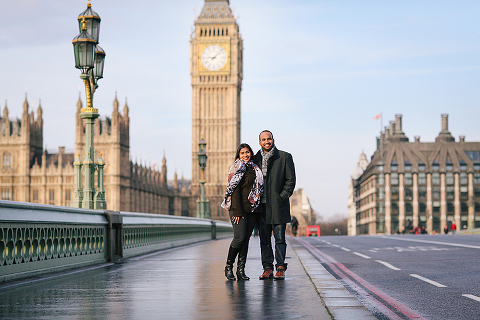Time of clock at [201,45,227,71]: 9:07
